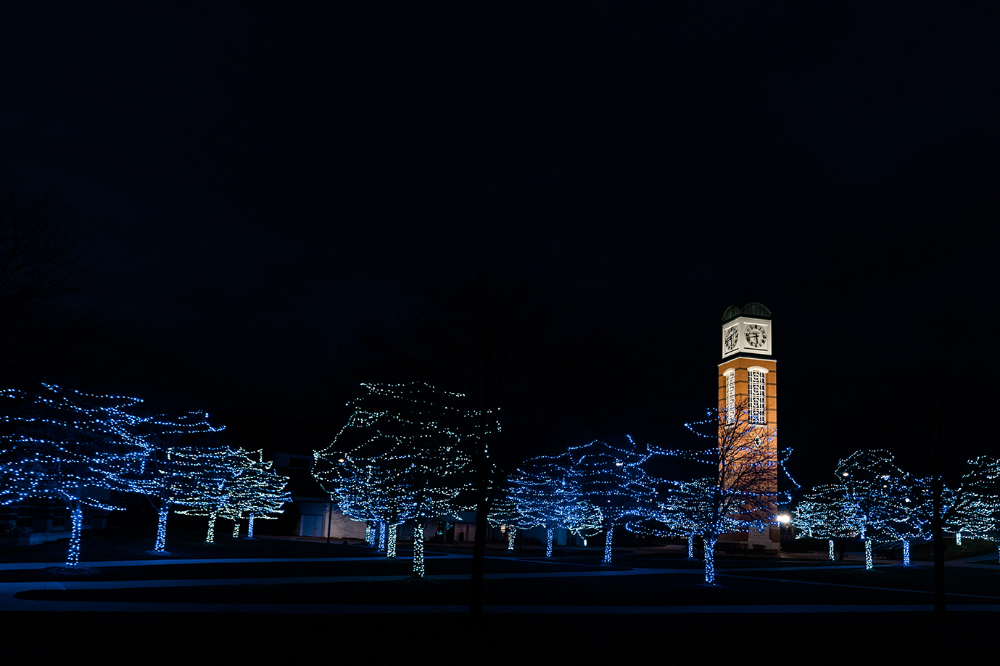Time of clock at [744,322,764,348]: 5:42
